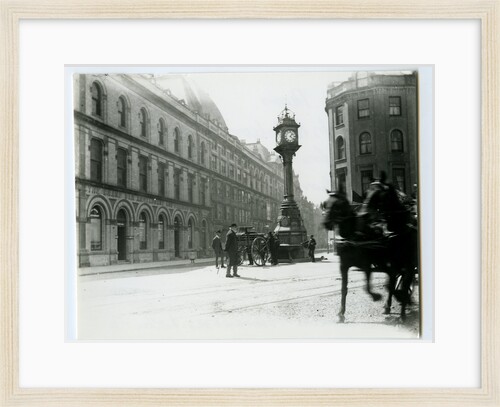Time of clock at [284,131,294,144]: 1:22
